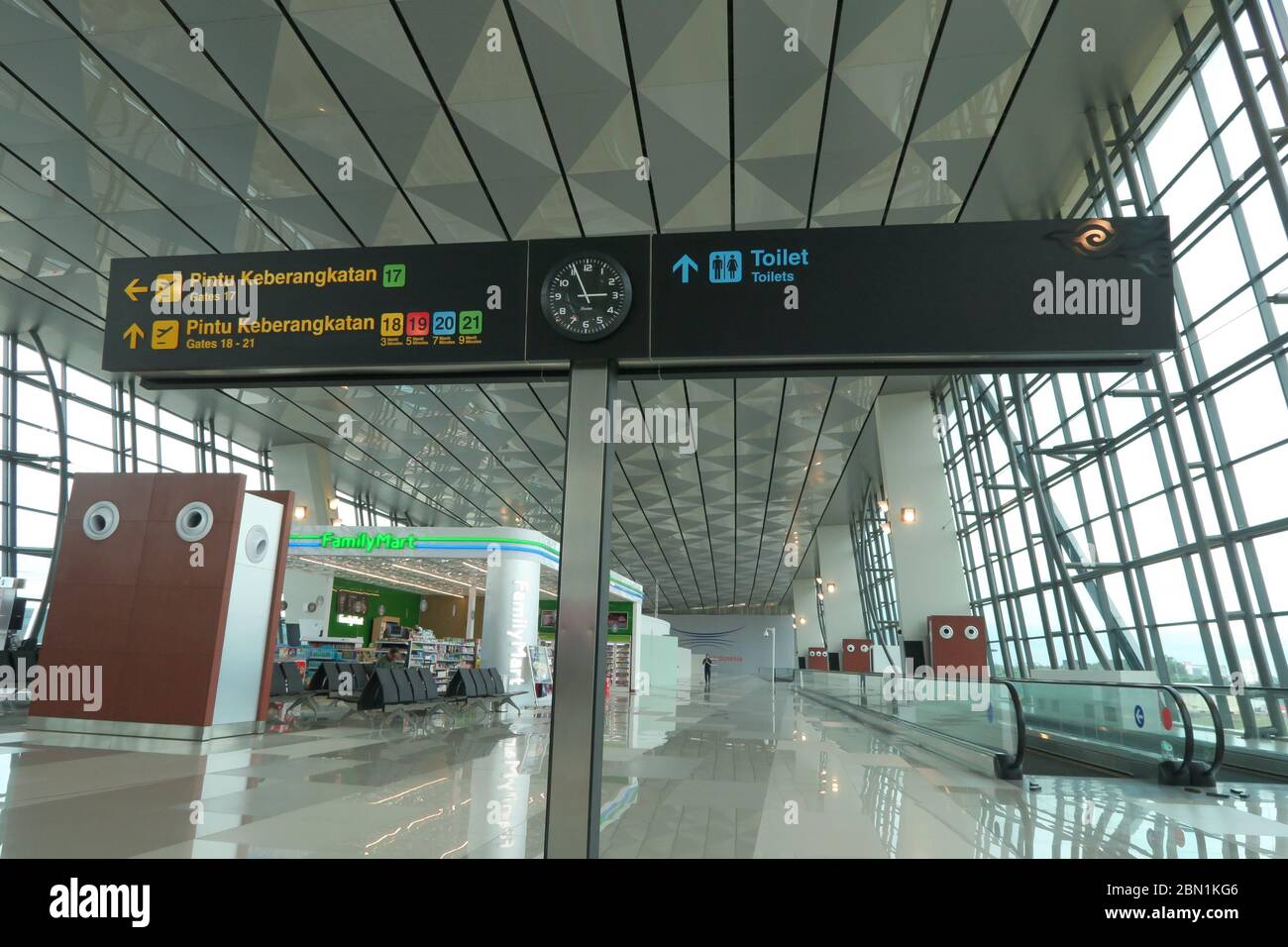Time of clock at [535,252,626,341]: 2:55
